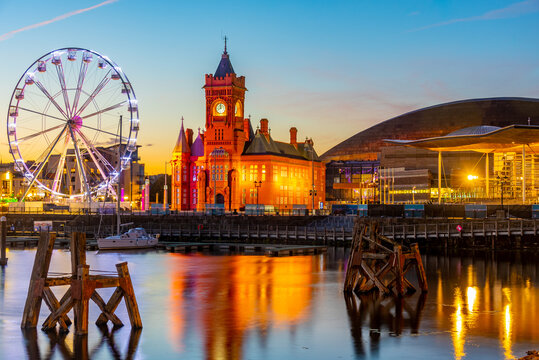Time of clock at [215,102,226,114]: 7:59
